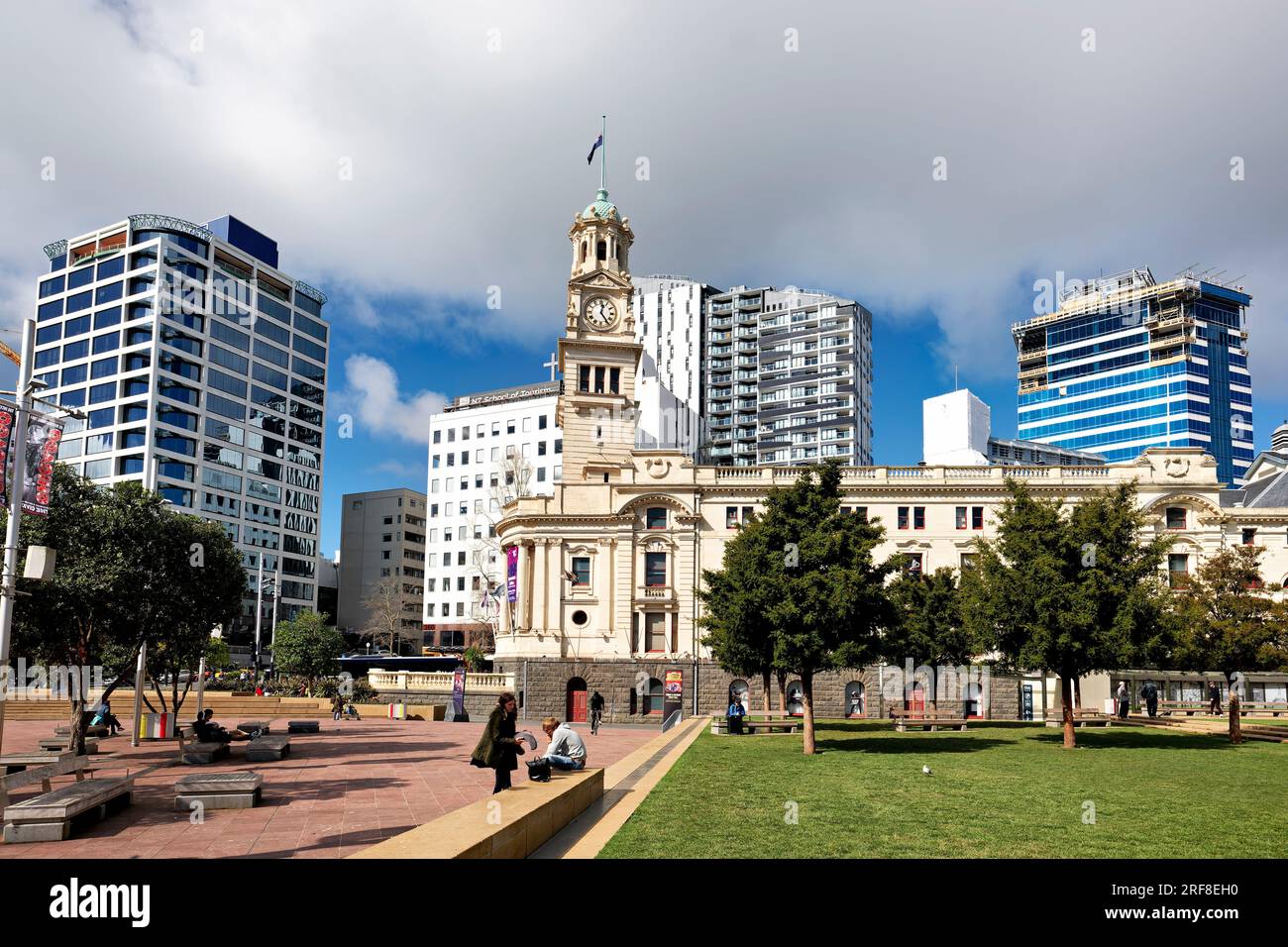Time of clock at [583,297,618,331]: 12:24
